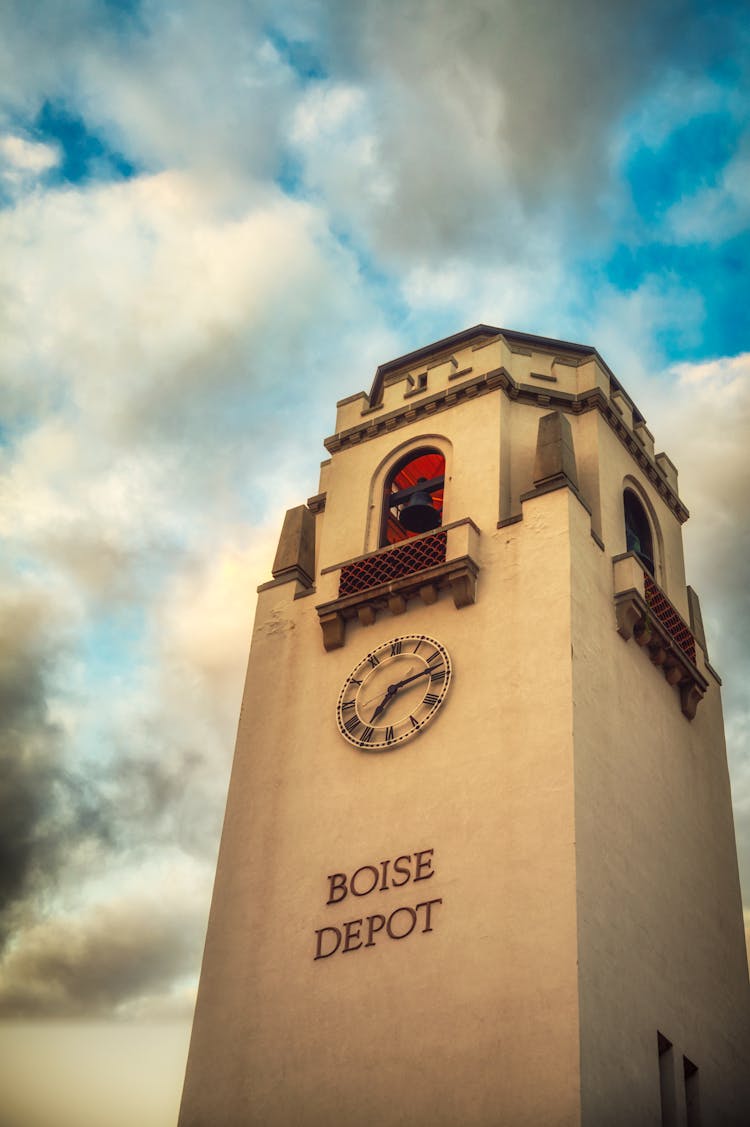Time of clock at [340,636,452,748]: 7:12
